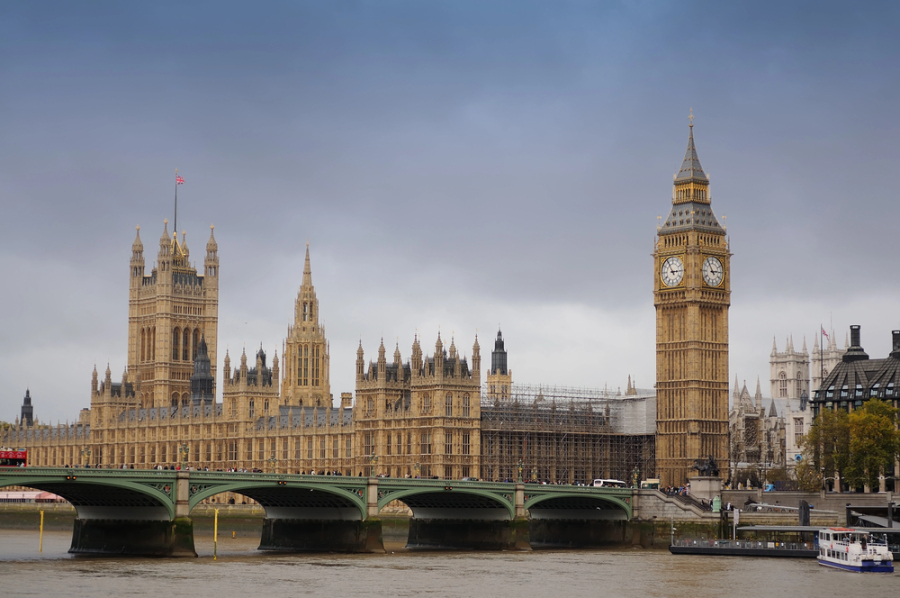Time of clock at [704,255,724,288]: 2:54
